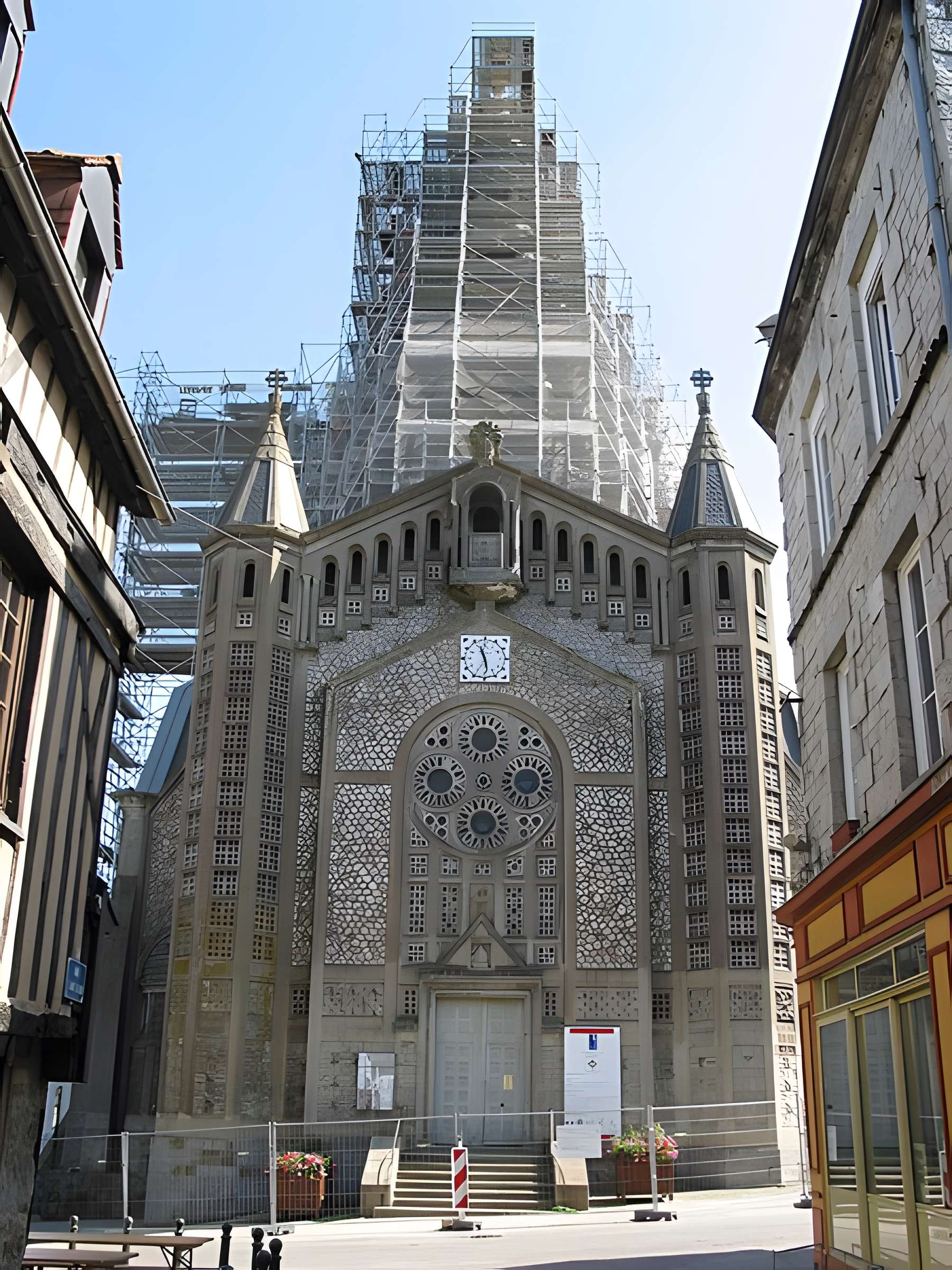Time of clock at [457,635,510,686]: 11:28
